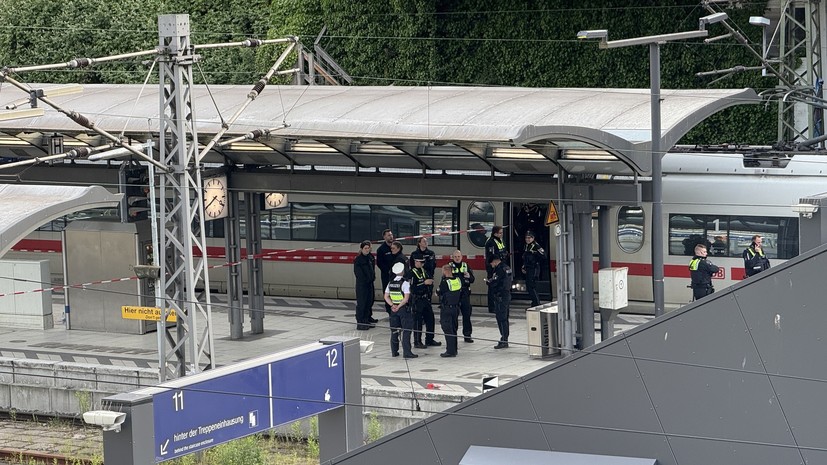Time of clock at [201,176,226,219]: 3:40
